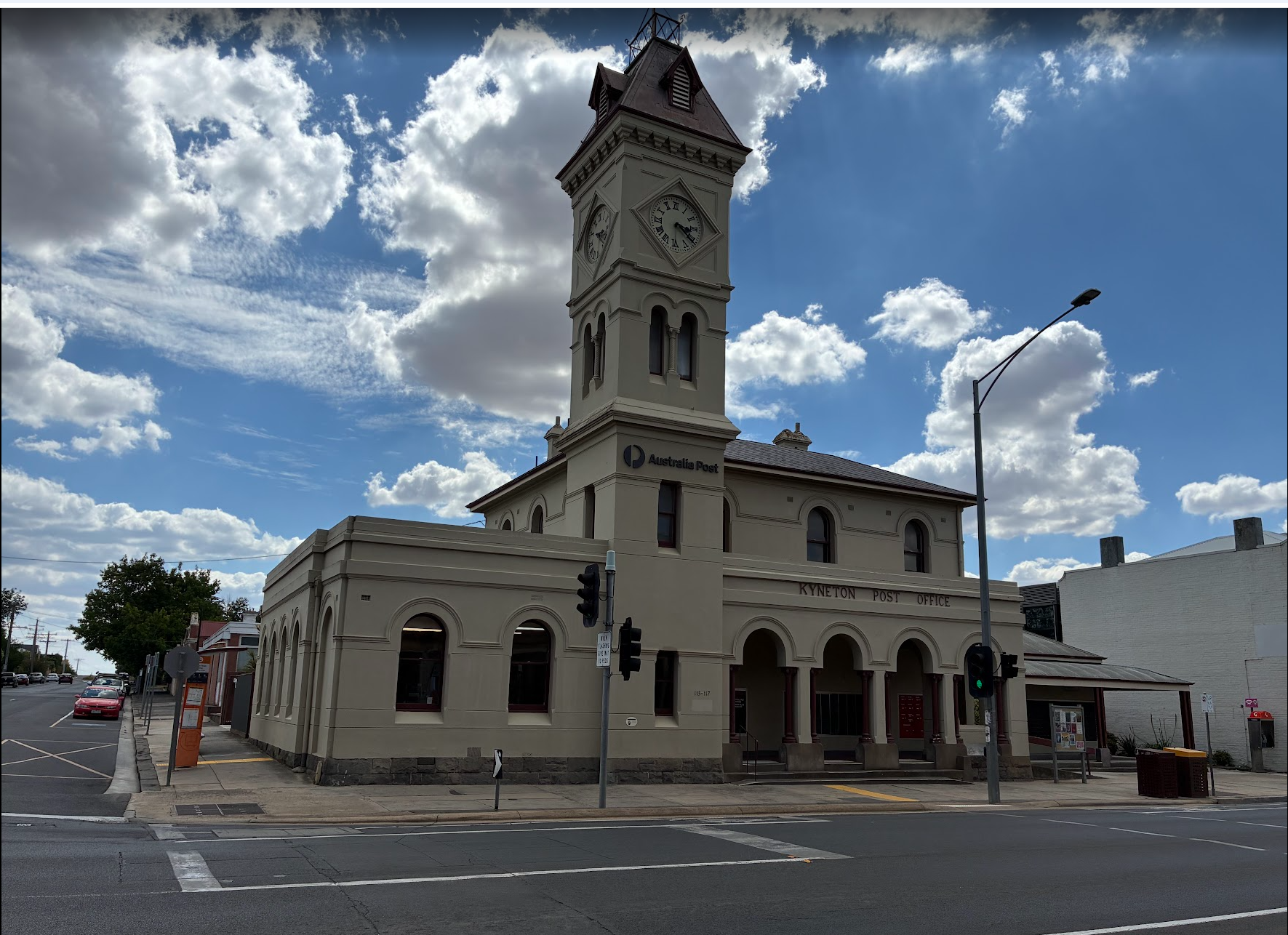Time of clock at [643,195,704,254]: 3:21
